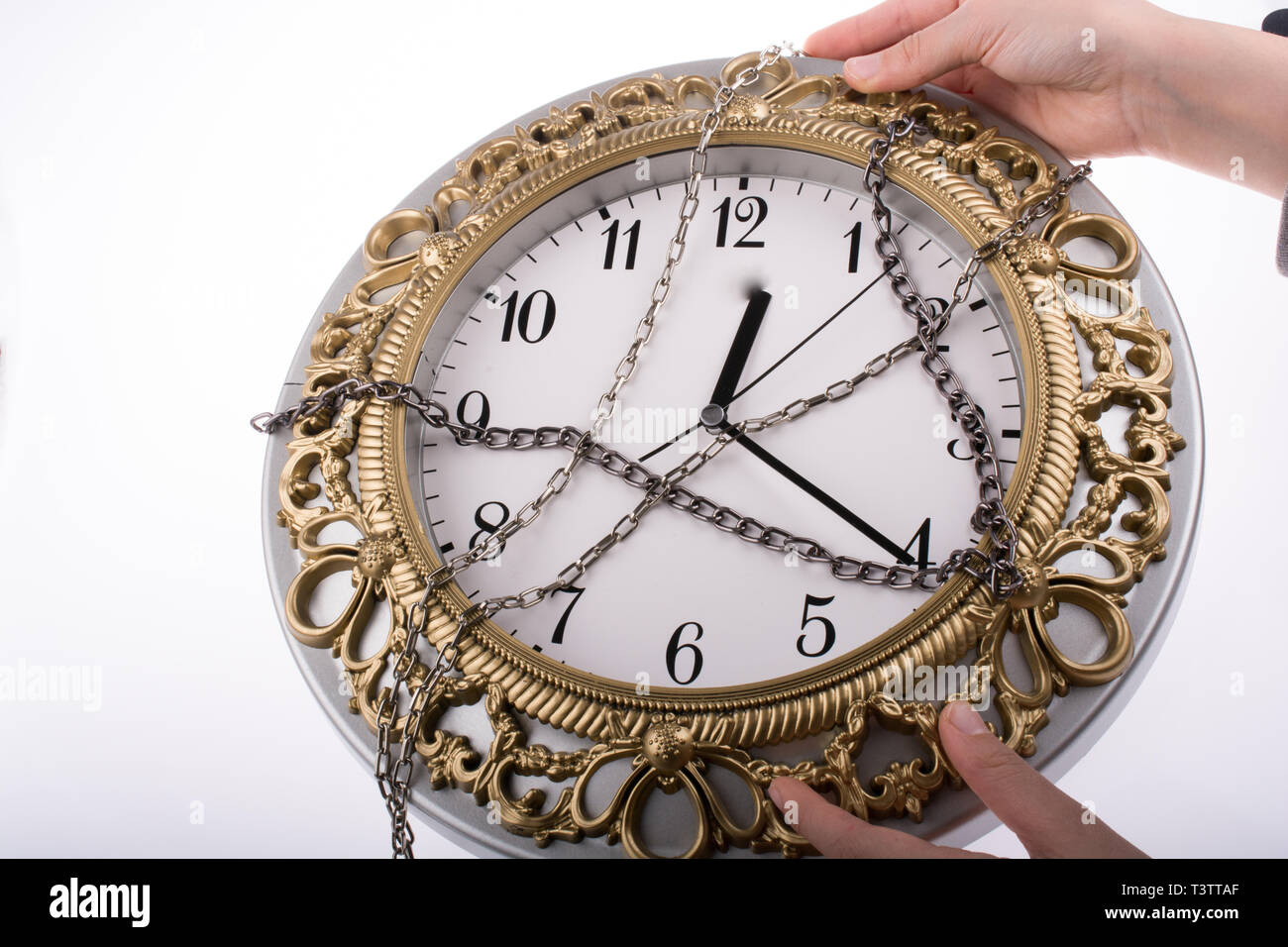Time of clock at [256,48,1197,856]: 12:20
